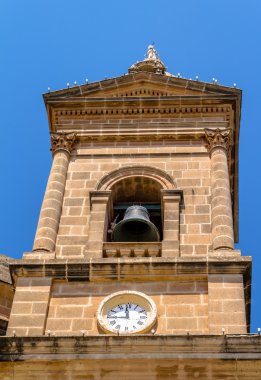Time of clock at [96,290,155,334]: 11:44
